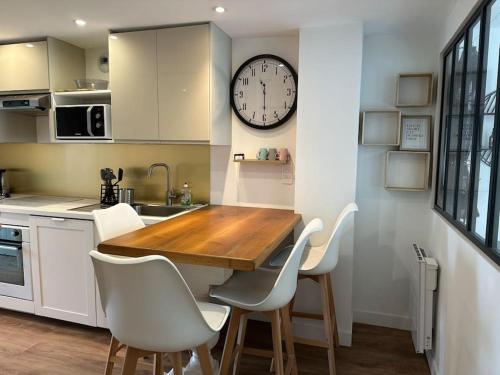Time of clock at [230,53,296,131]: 11:29
